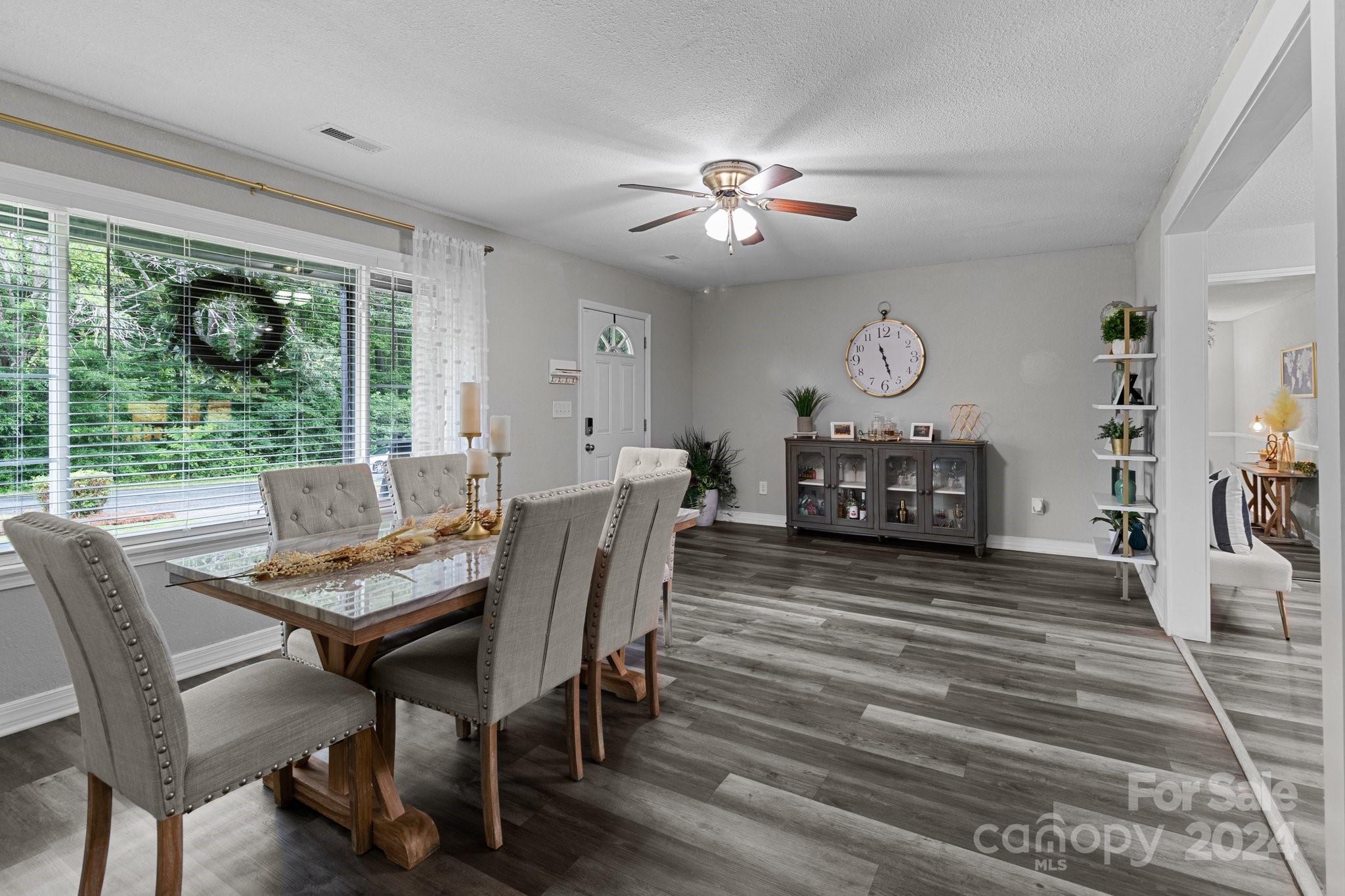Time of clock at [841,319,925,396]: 11:27
